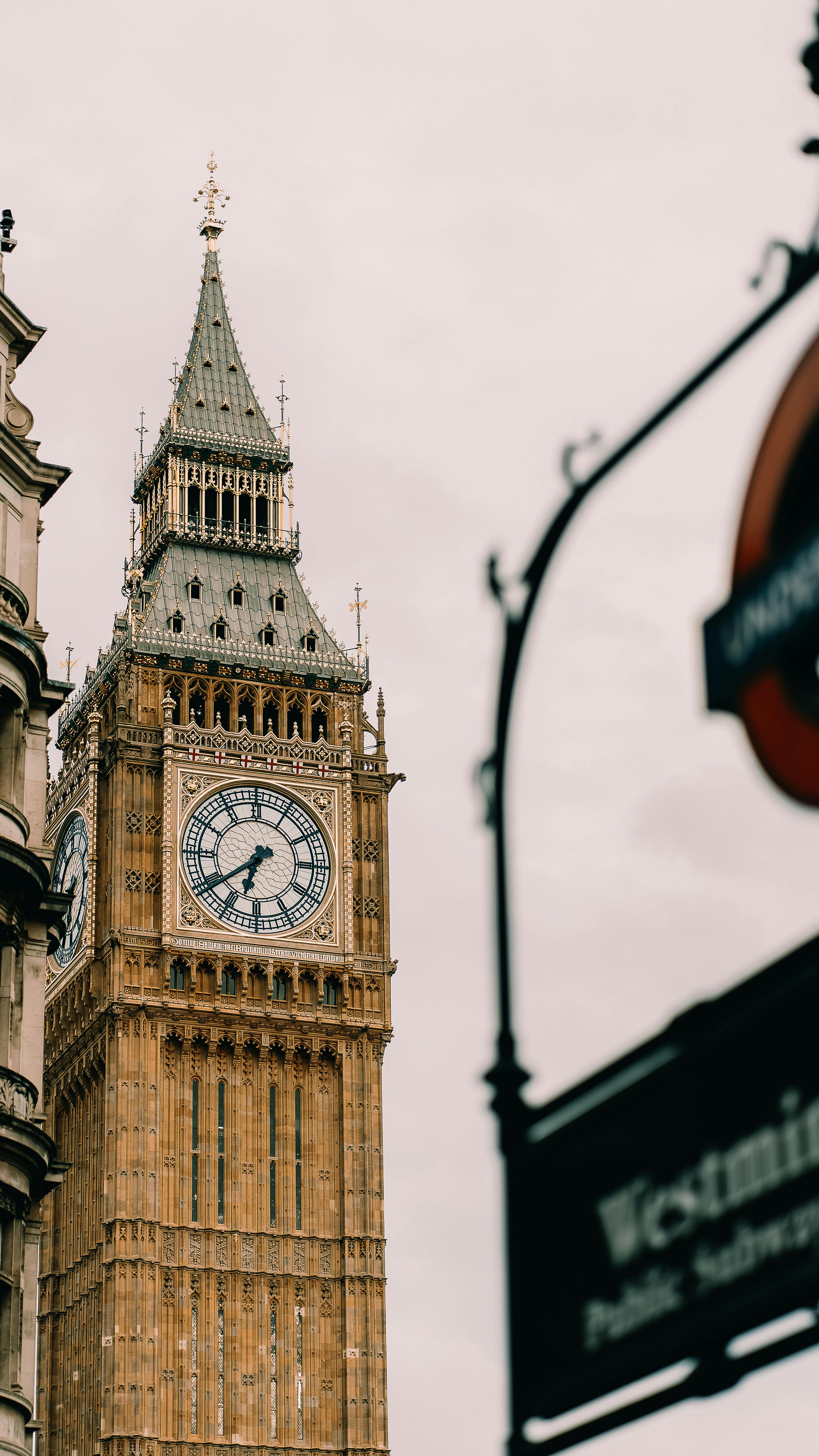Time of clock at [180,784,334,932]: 6:38
